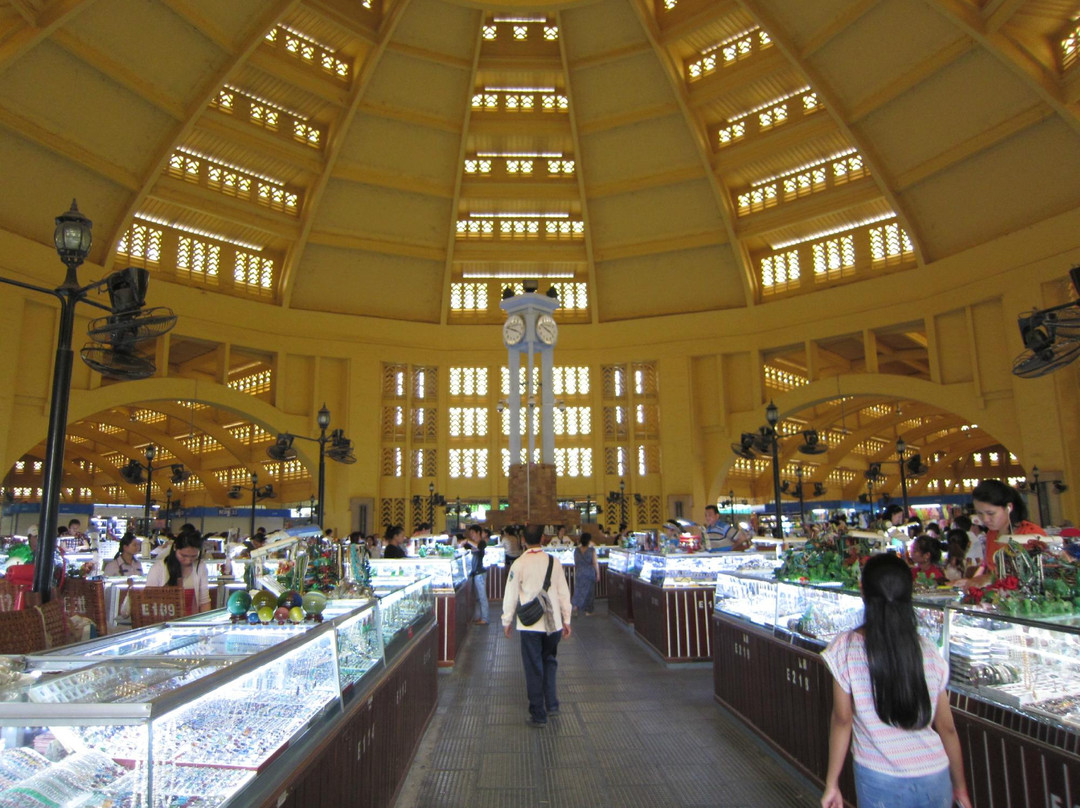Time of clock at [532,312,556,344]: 3:48
